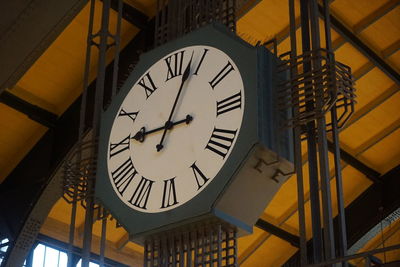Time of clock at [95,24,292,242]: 9:03
